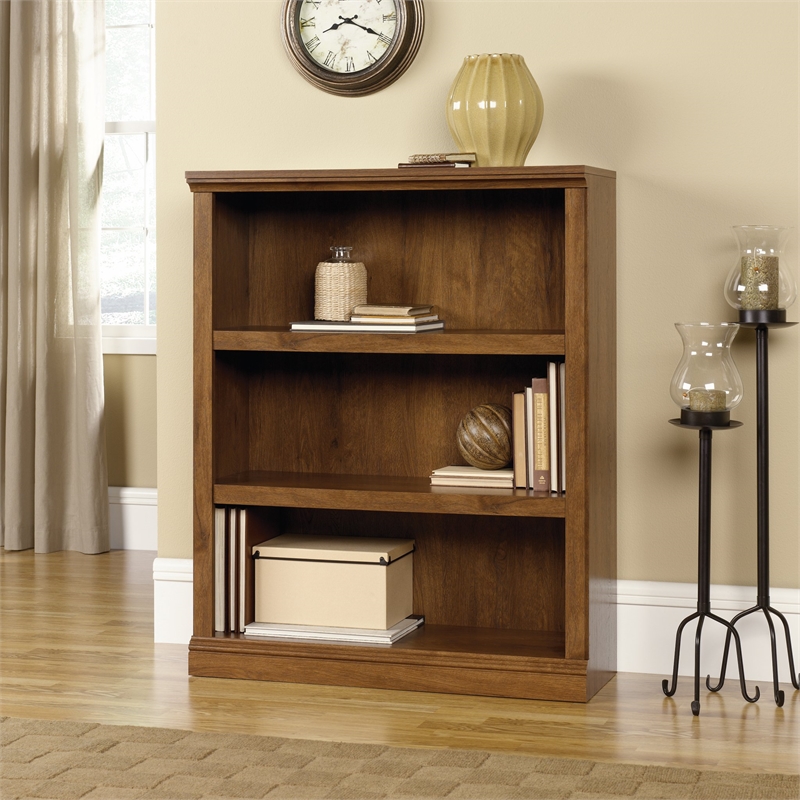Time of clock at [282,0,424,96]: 8:19
